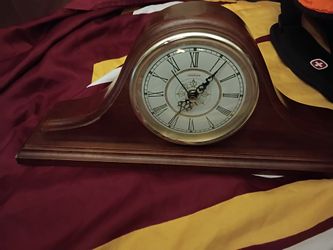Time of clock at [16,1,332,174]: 7:07
